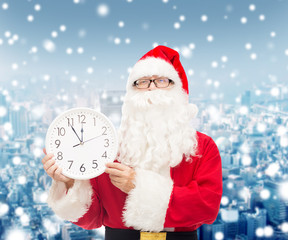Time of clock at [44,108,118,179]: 11:54
